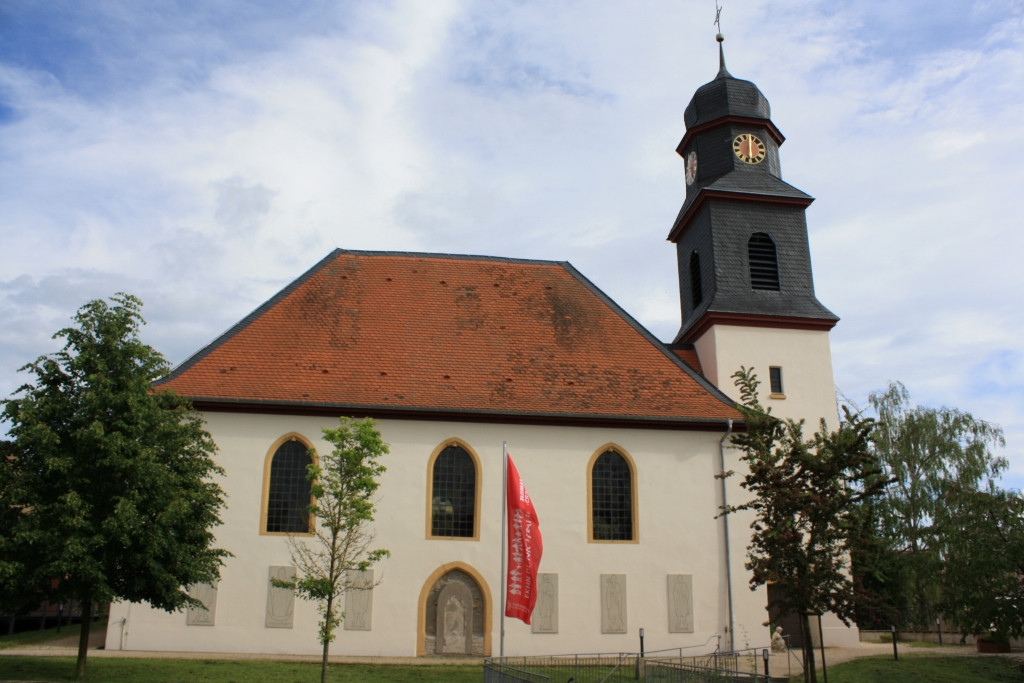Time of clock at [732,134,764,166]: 6:00
